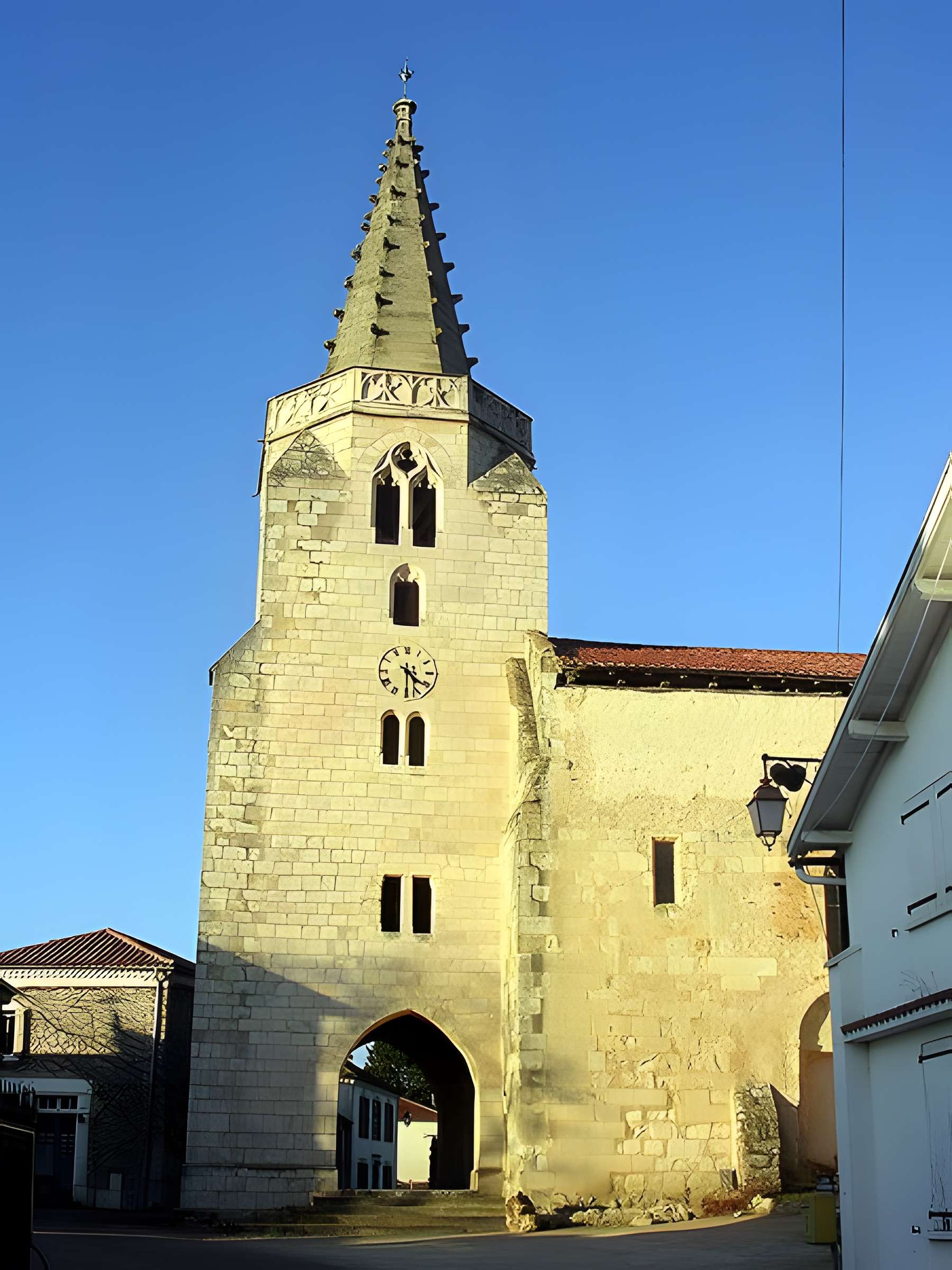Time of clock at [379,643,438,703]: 4:29
